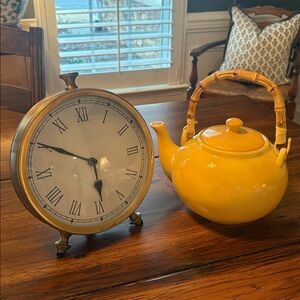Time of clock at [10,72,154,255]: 5:50
